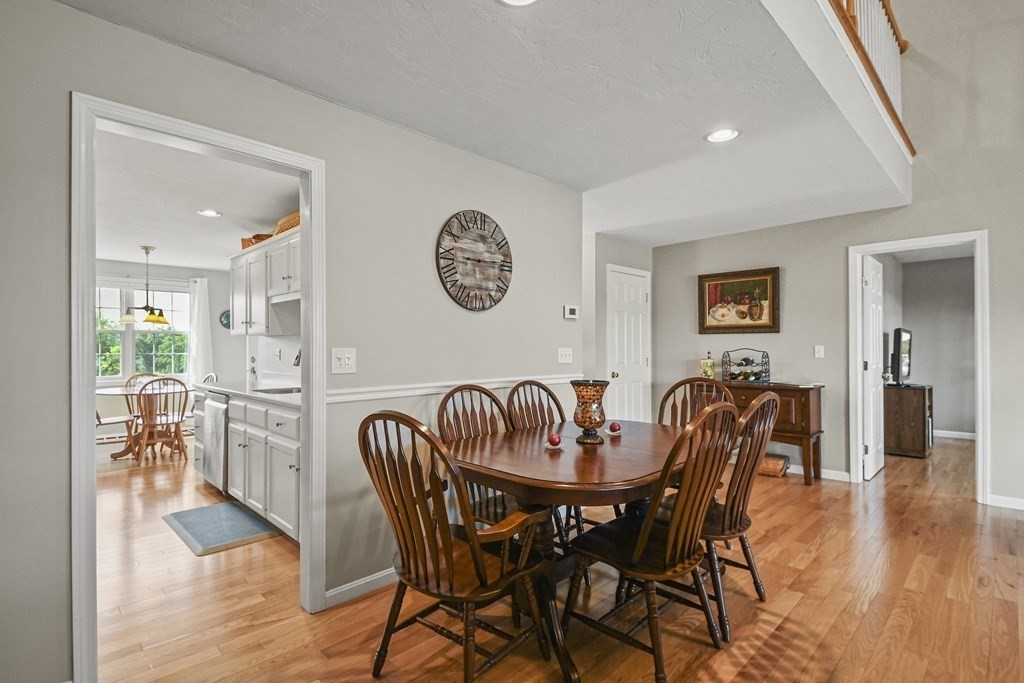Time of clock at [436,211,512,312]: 3:14
